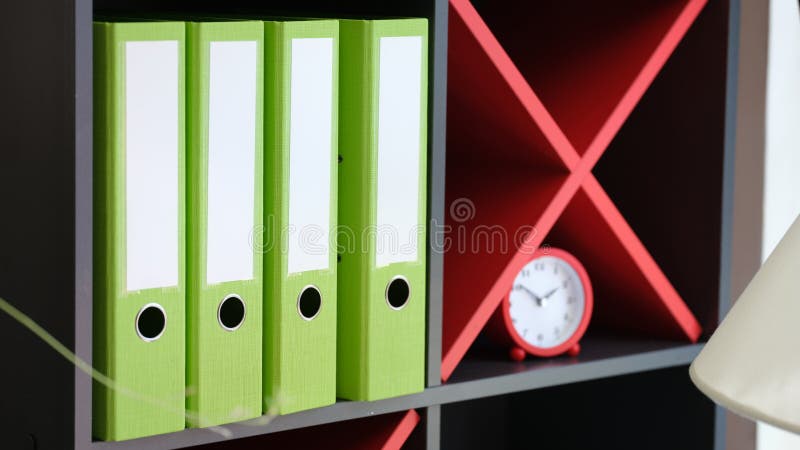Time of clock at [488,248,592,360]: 1:51
